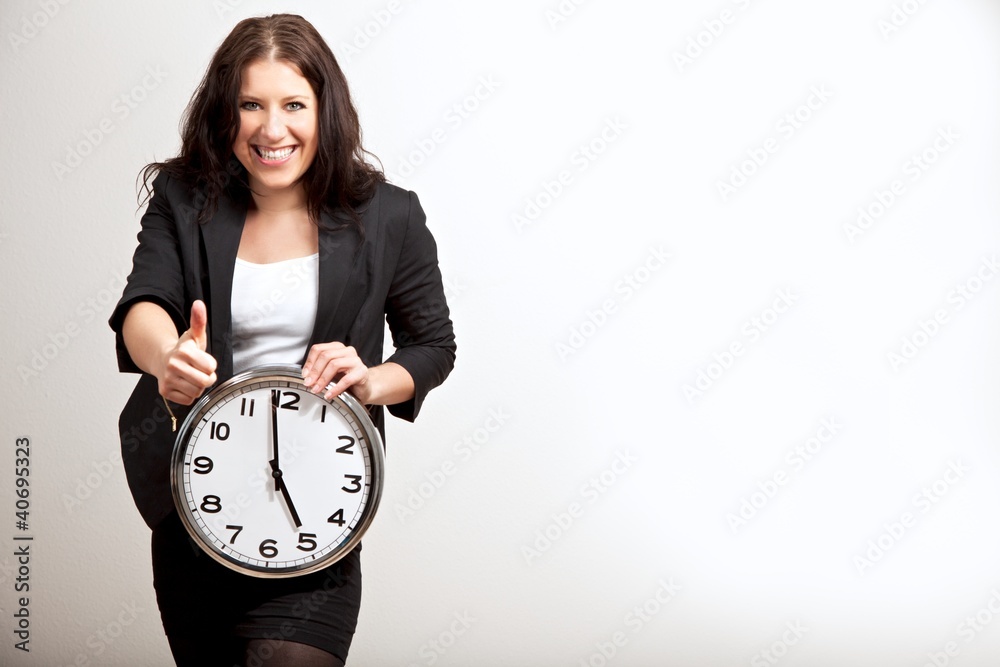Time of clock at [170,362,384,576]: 4:58
